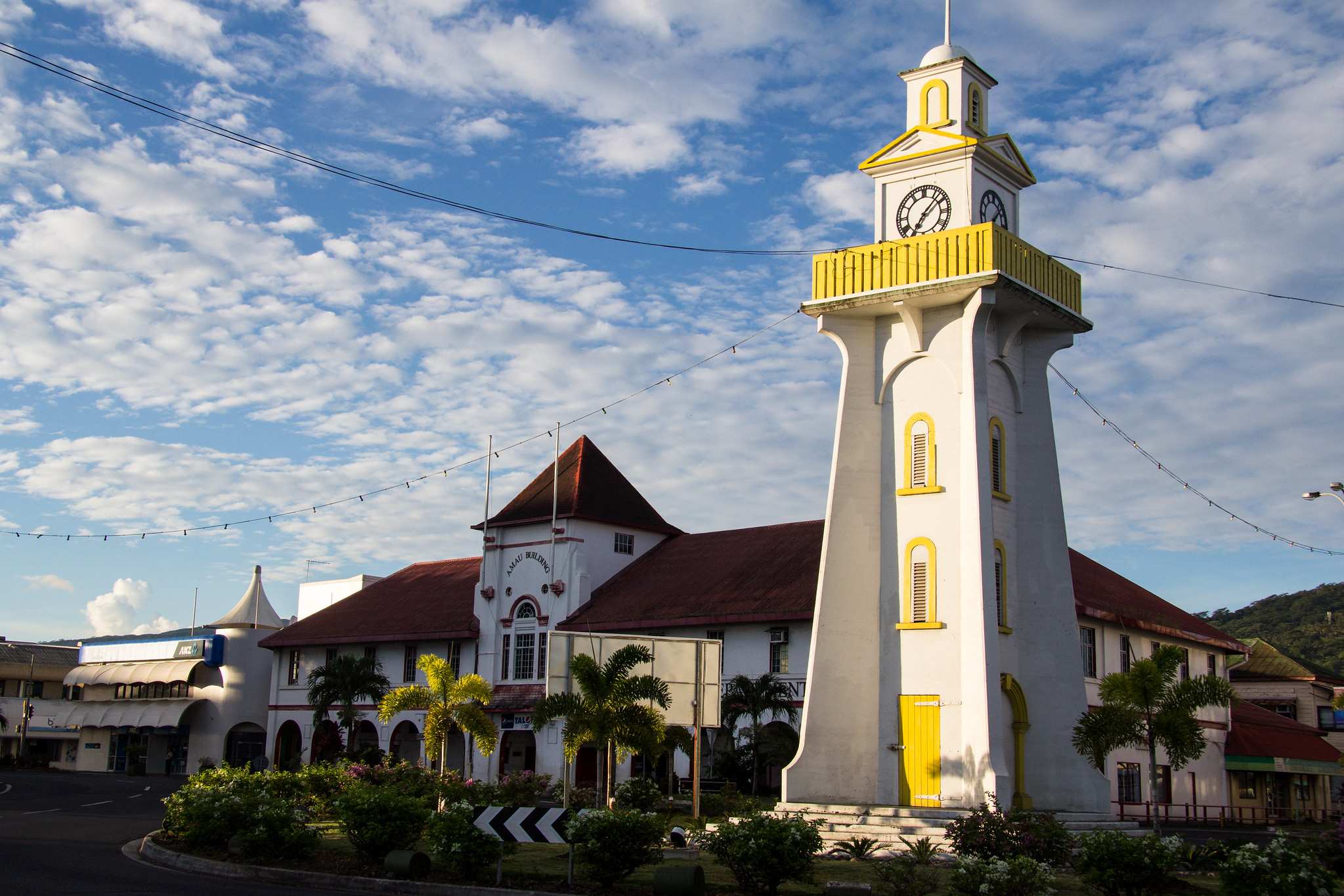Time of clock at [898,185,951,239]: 7:07
